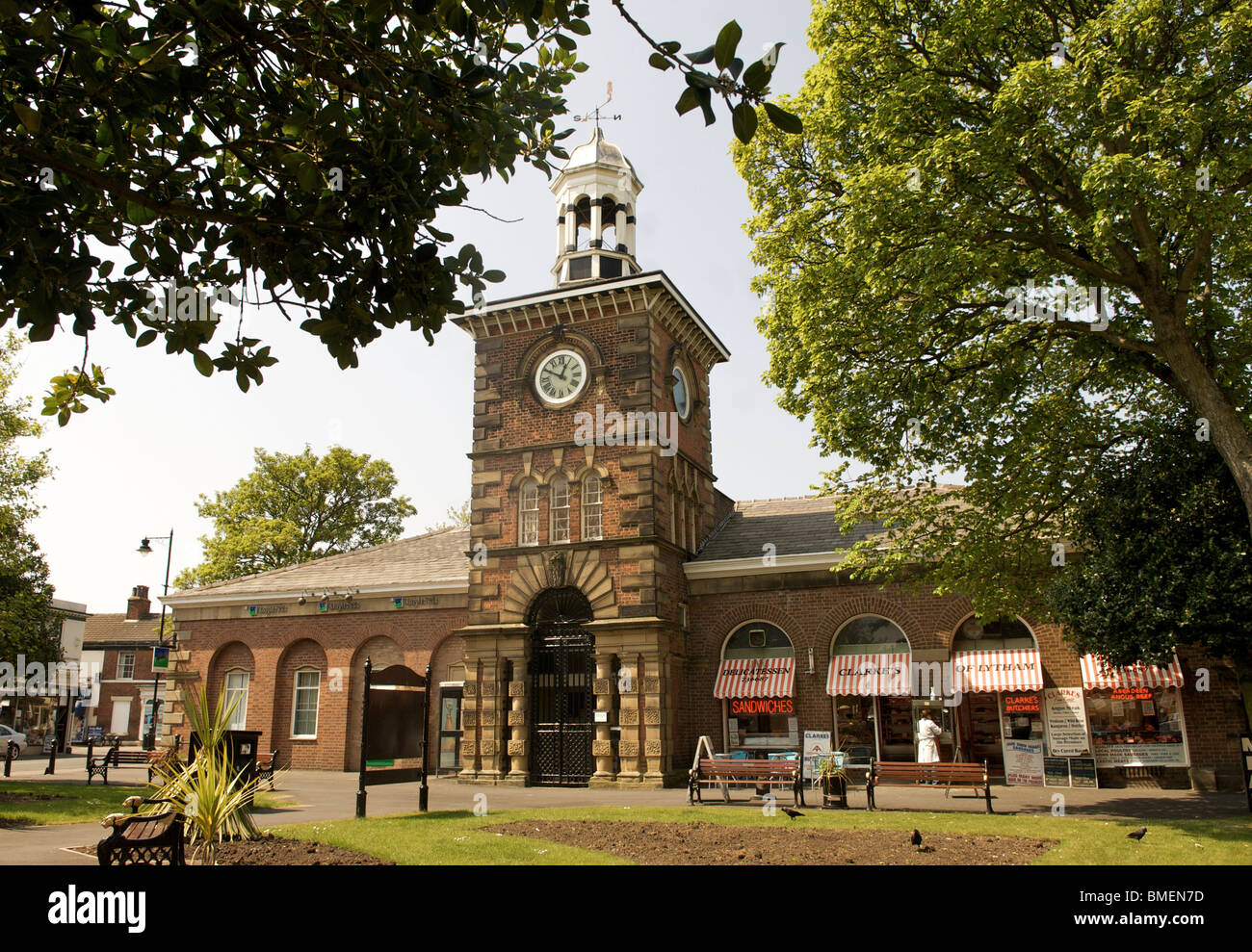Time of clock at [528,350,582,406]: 12:49
